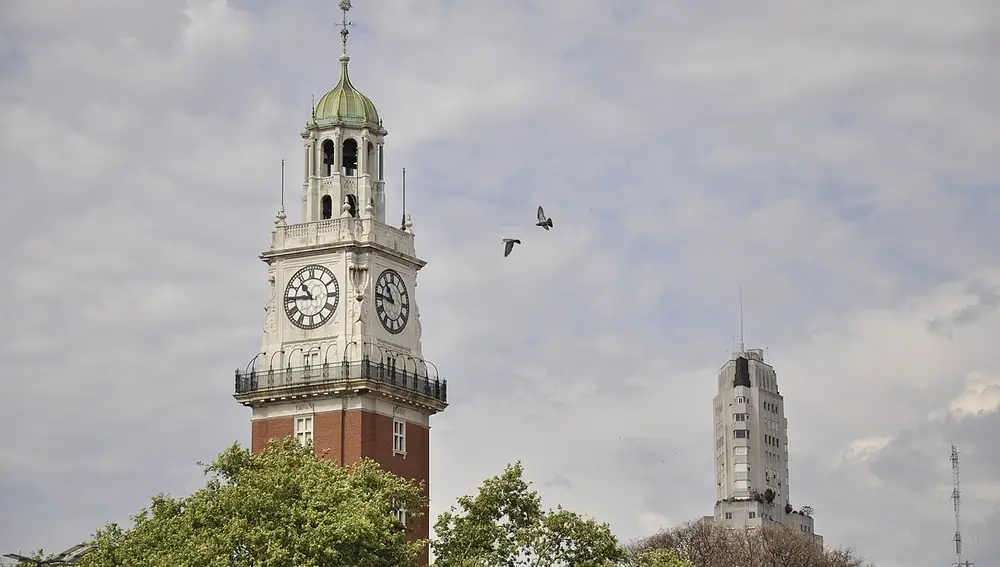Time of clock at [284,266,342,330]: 10:45
